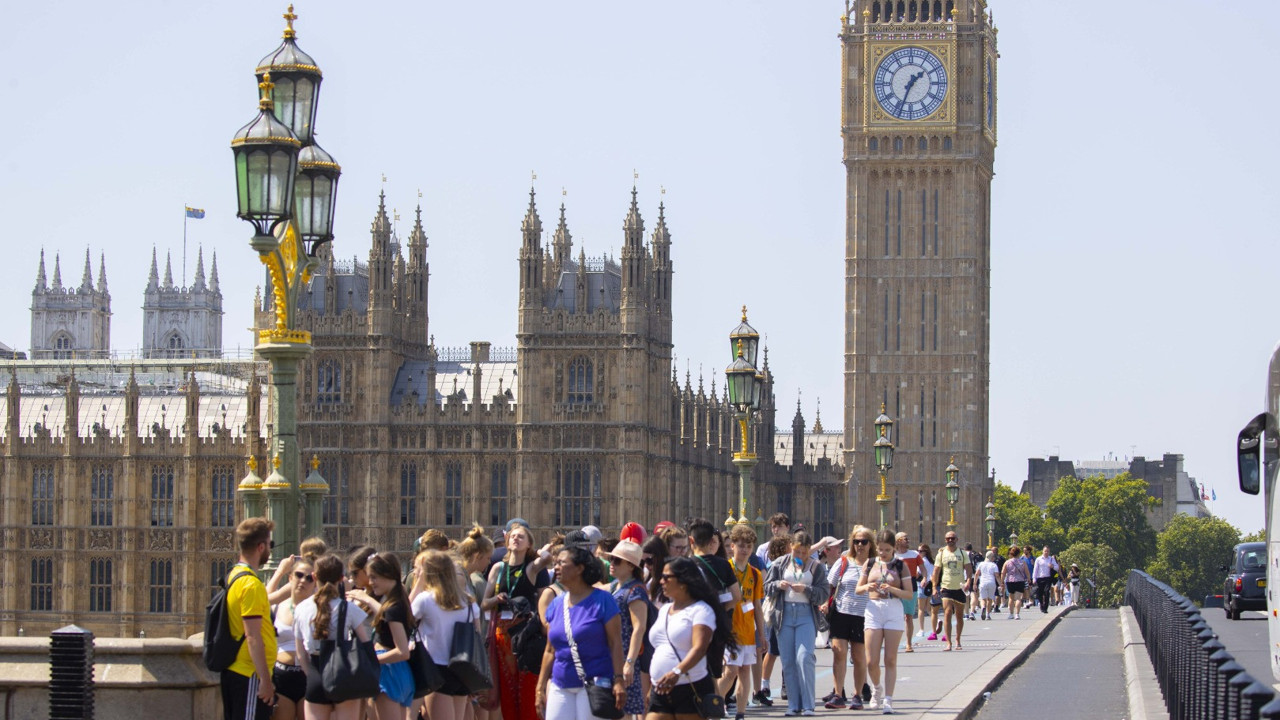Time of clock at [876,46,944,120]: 1:33
